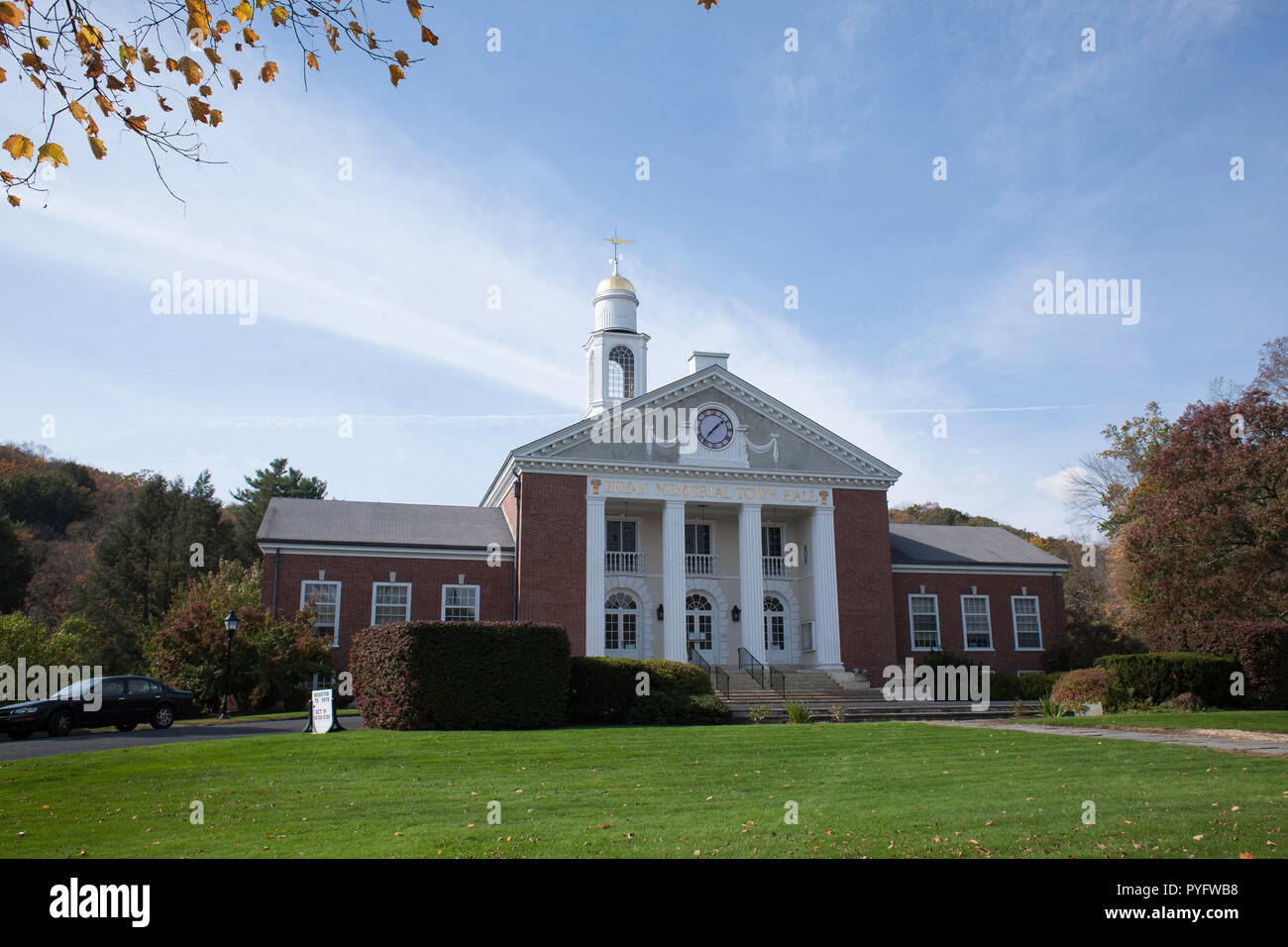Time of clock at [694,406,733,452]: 1:36
